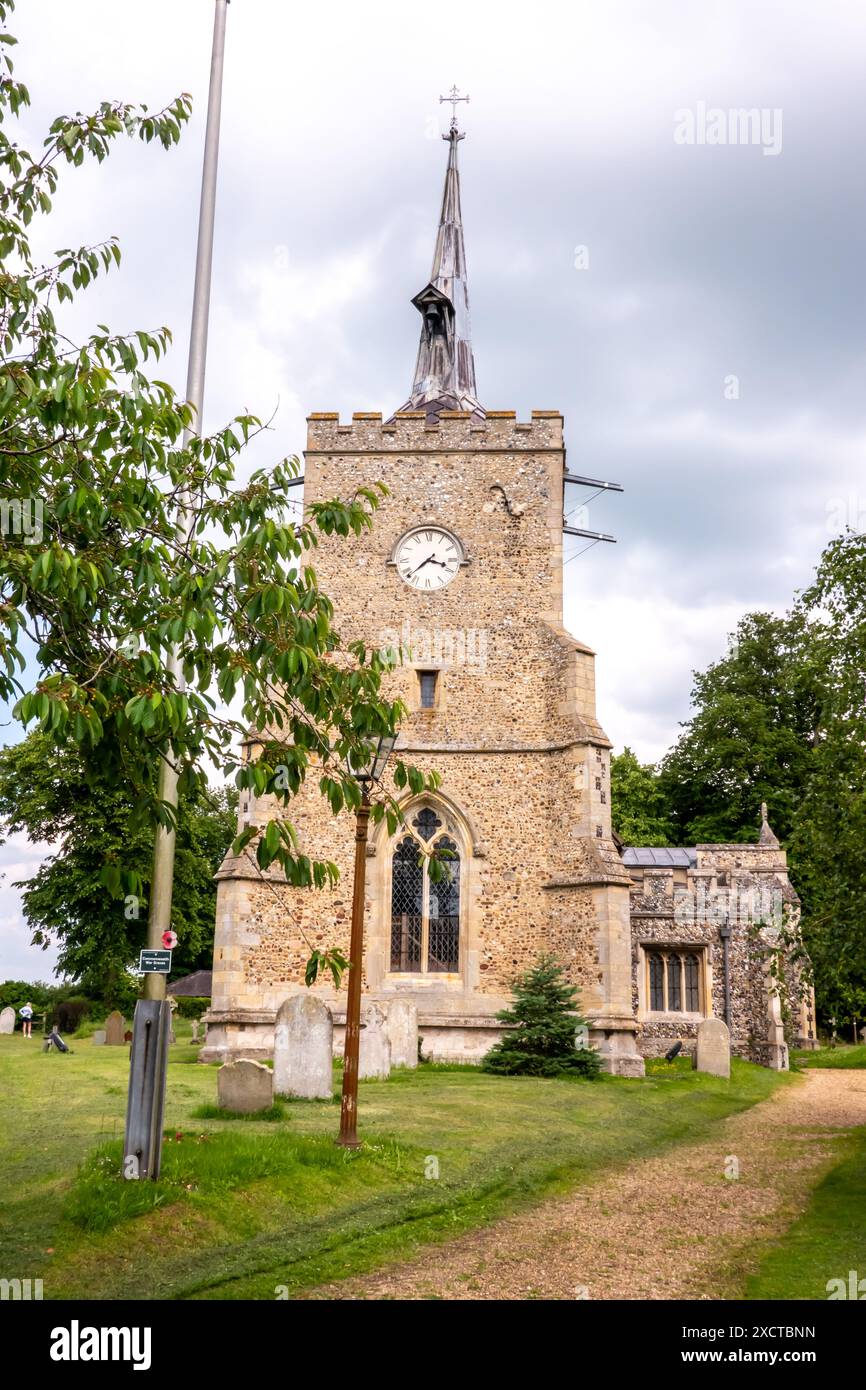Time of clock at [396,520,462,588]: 3:37
